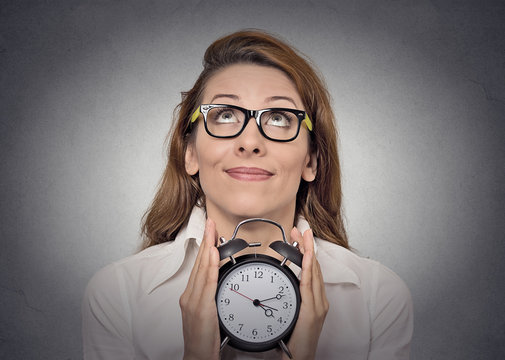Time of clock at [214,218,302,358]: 4:11
